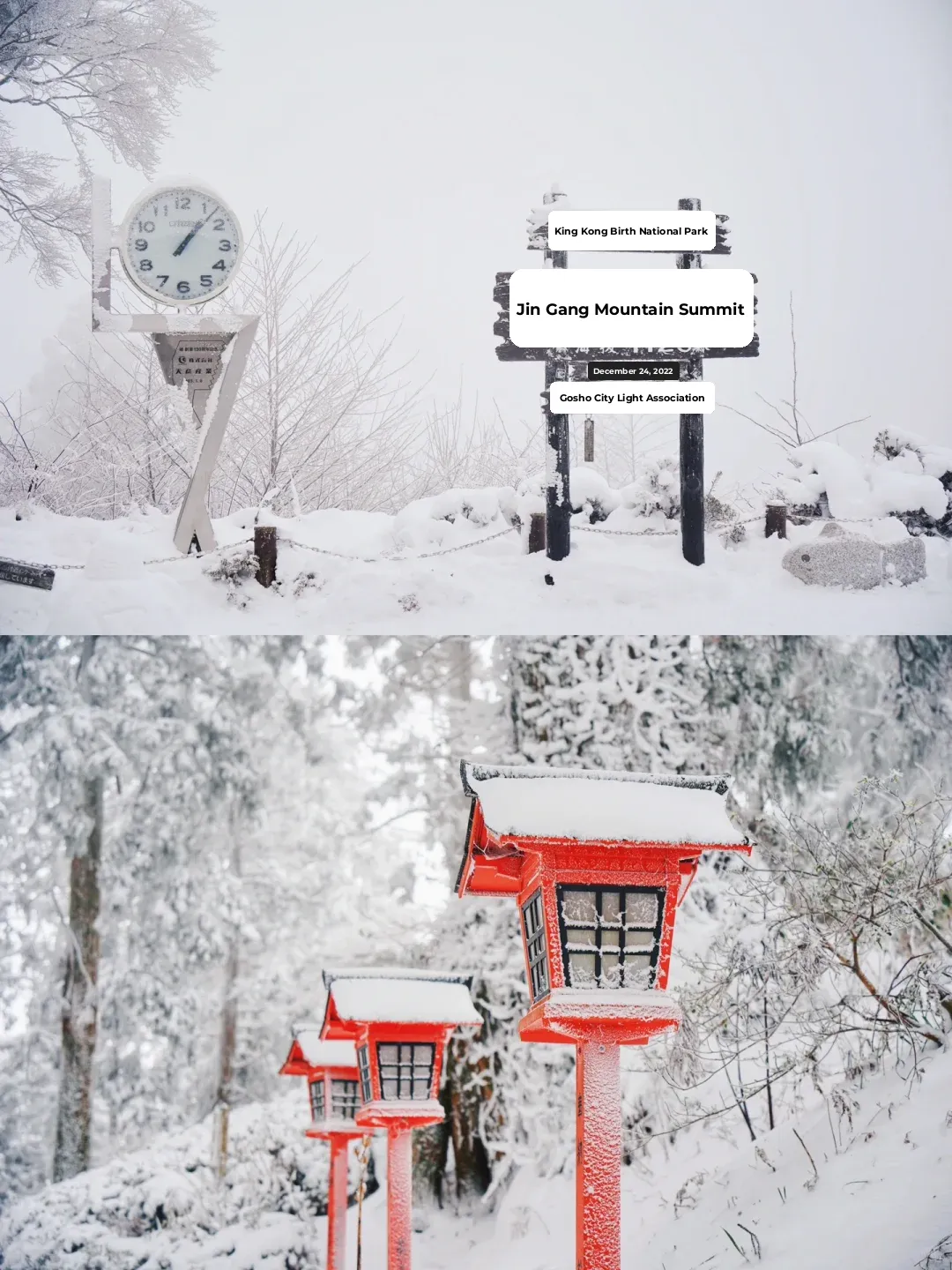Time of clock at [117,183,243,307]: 1:07
